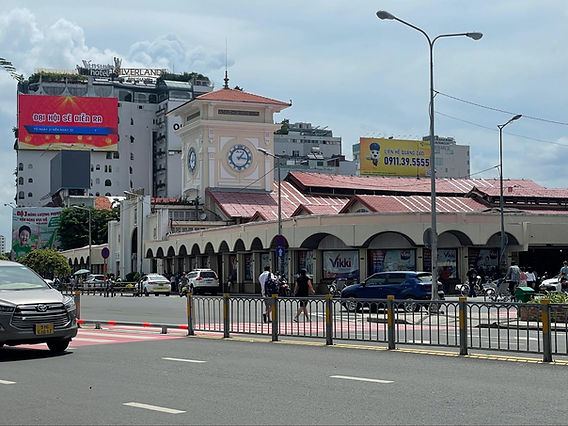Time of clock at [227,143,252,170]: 1:16
